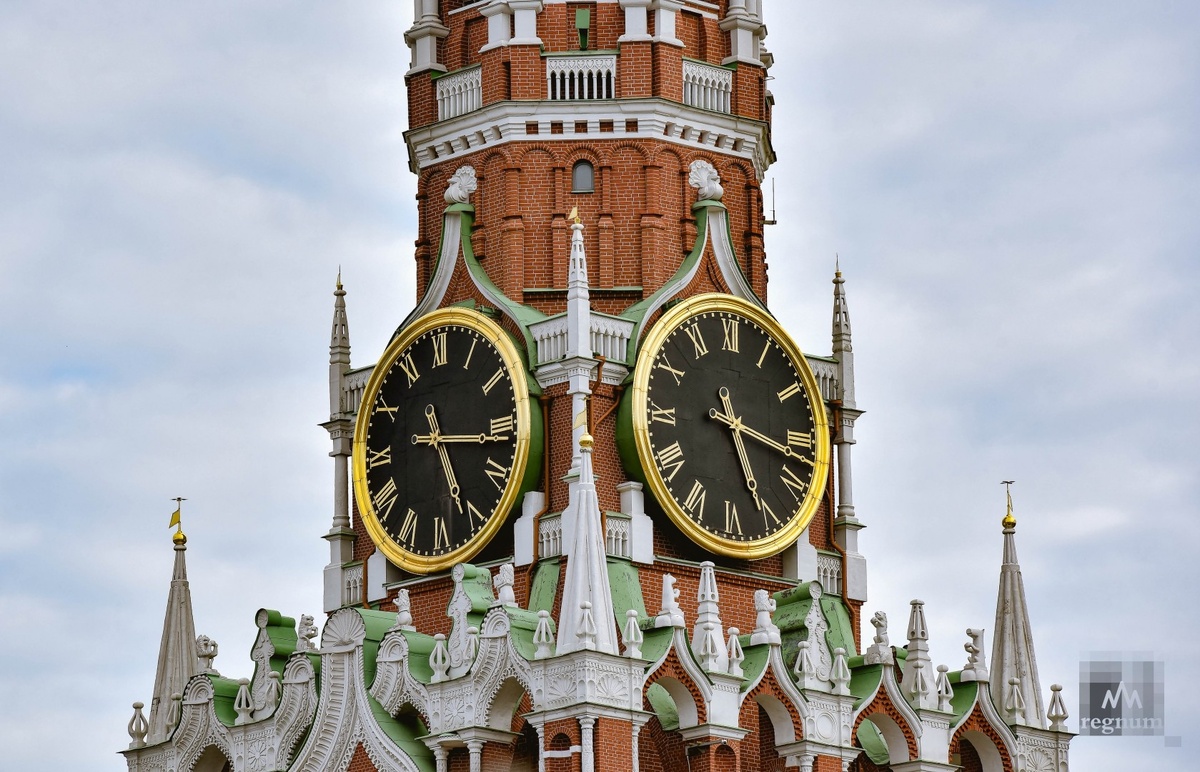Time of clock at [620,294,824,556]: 5:17
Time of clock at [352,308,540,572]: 5:16
